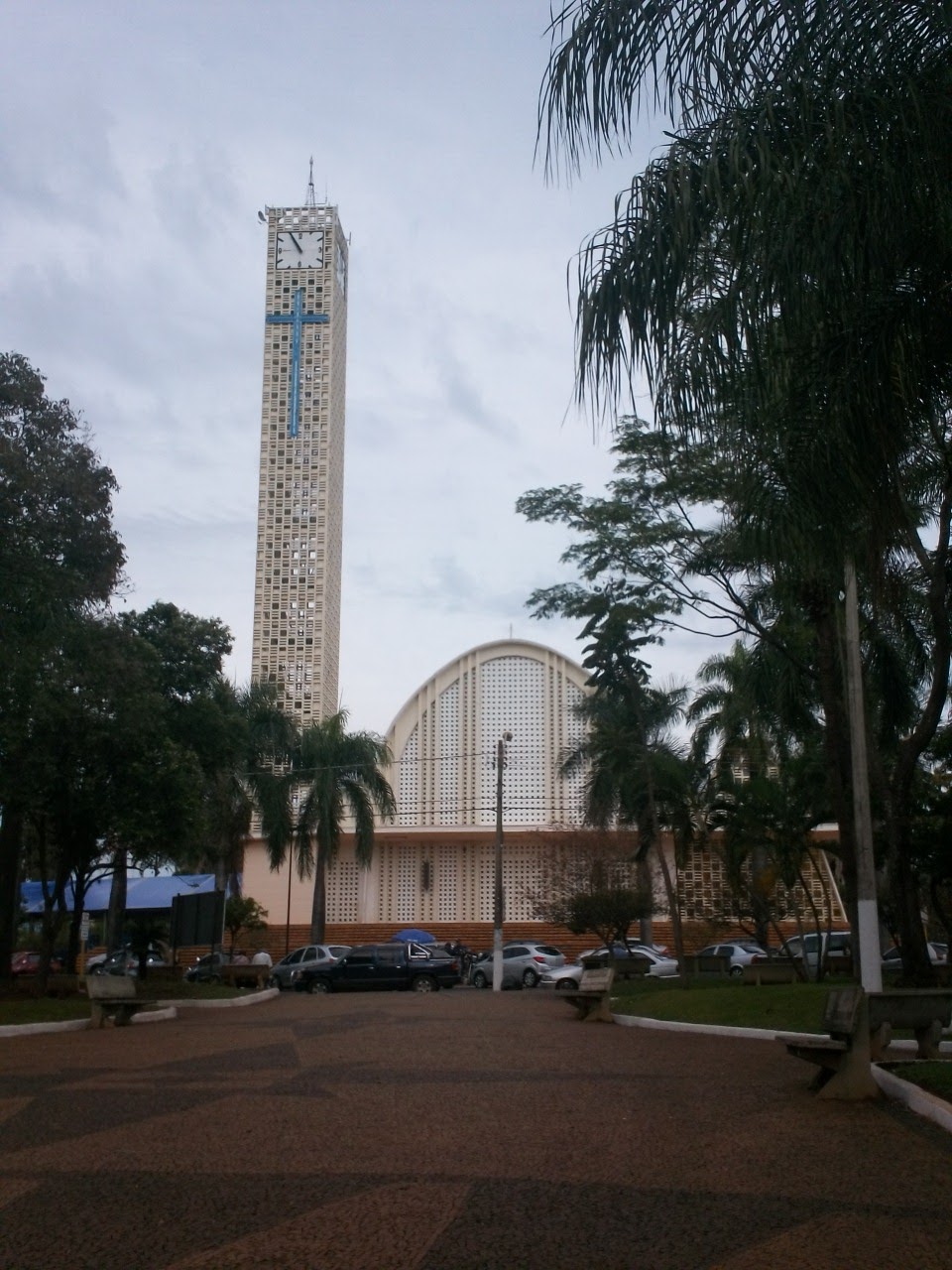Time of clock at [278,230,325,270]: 10:55
